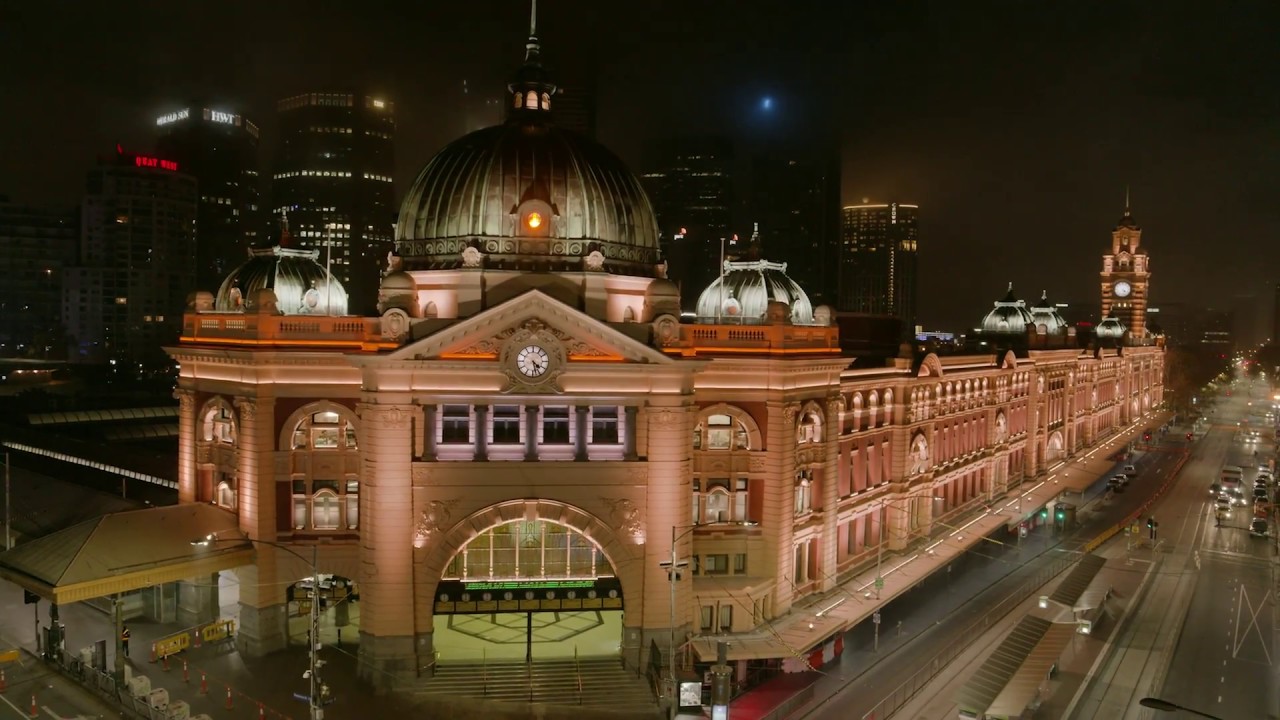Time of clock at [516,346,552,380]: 4:27
